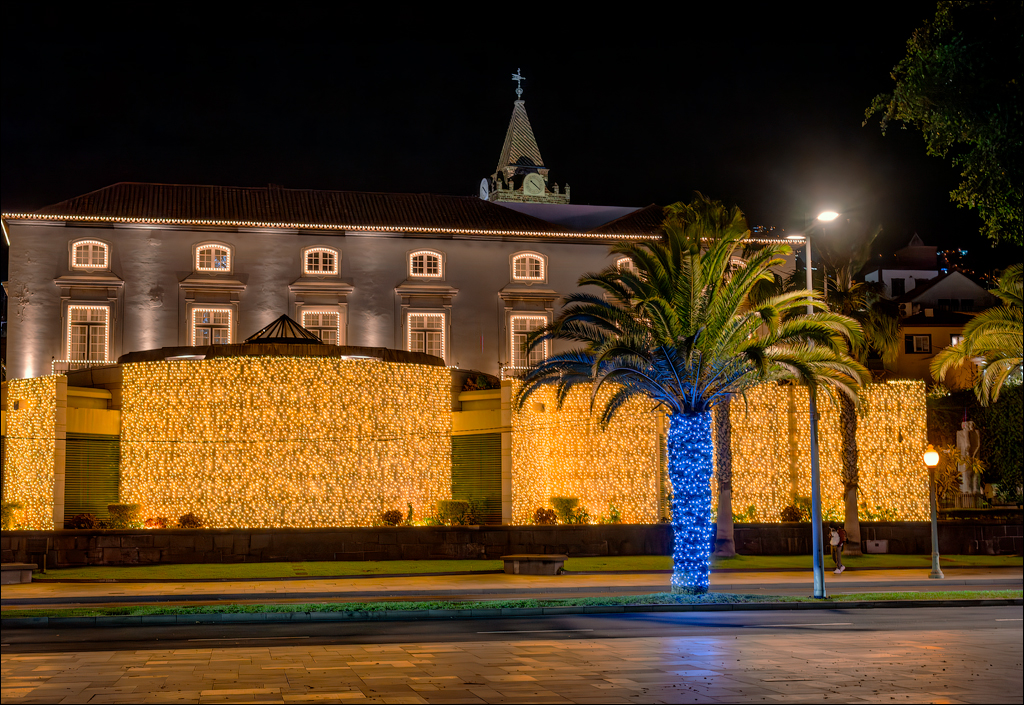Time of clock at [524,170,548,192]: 10:21
